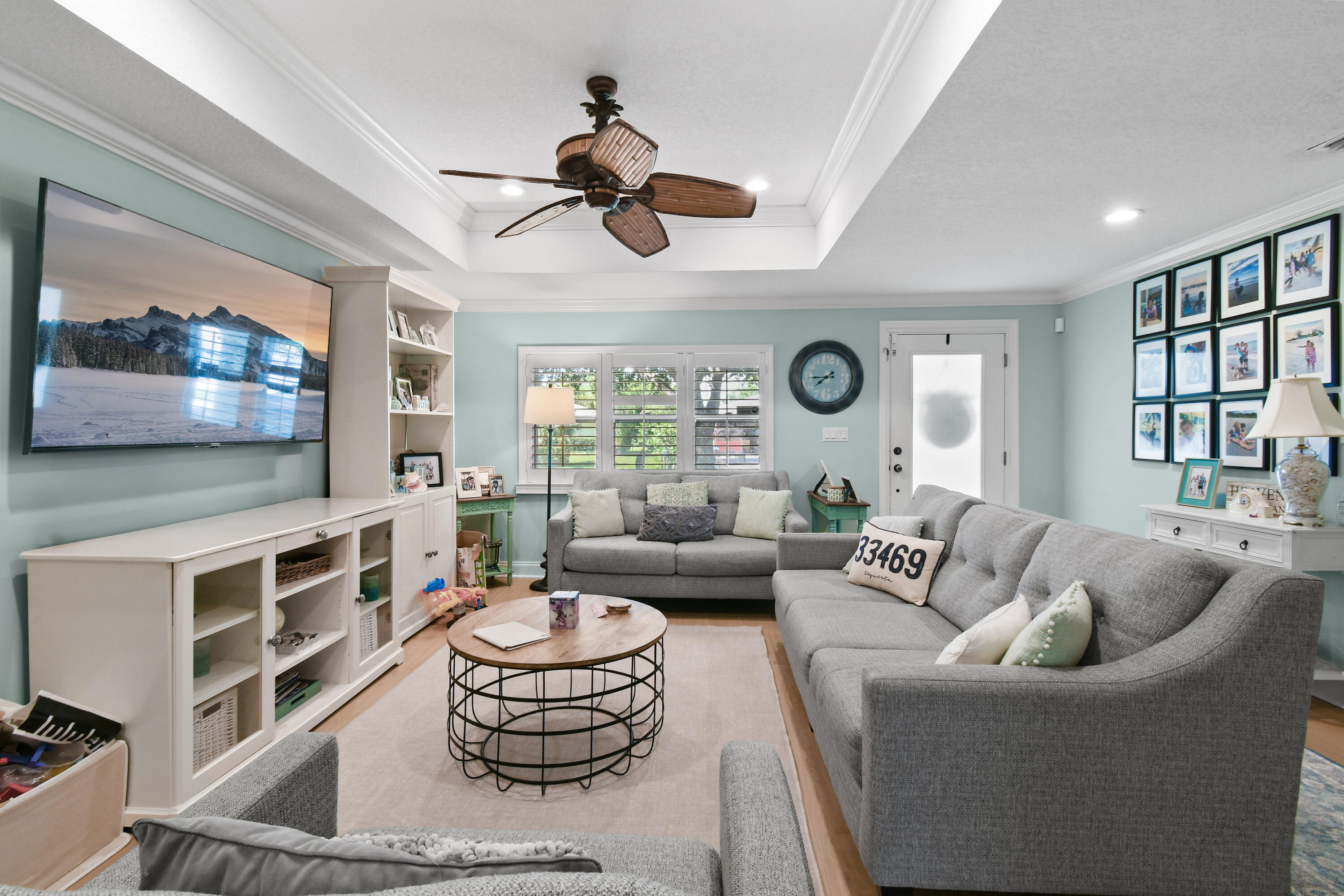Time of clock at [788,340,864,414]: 7:44
